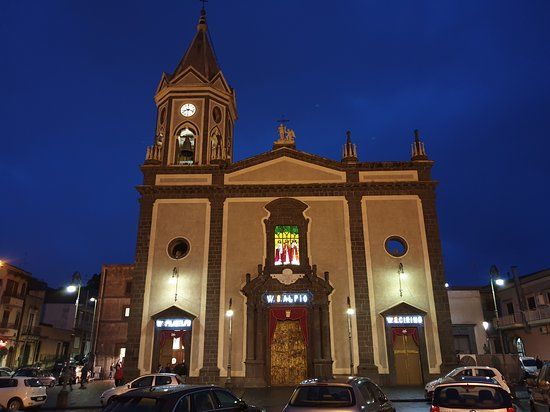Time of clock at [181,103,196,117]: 8:18
